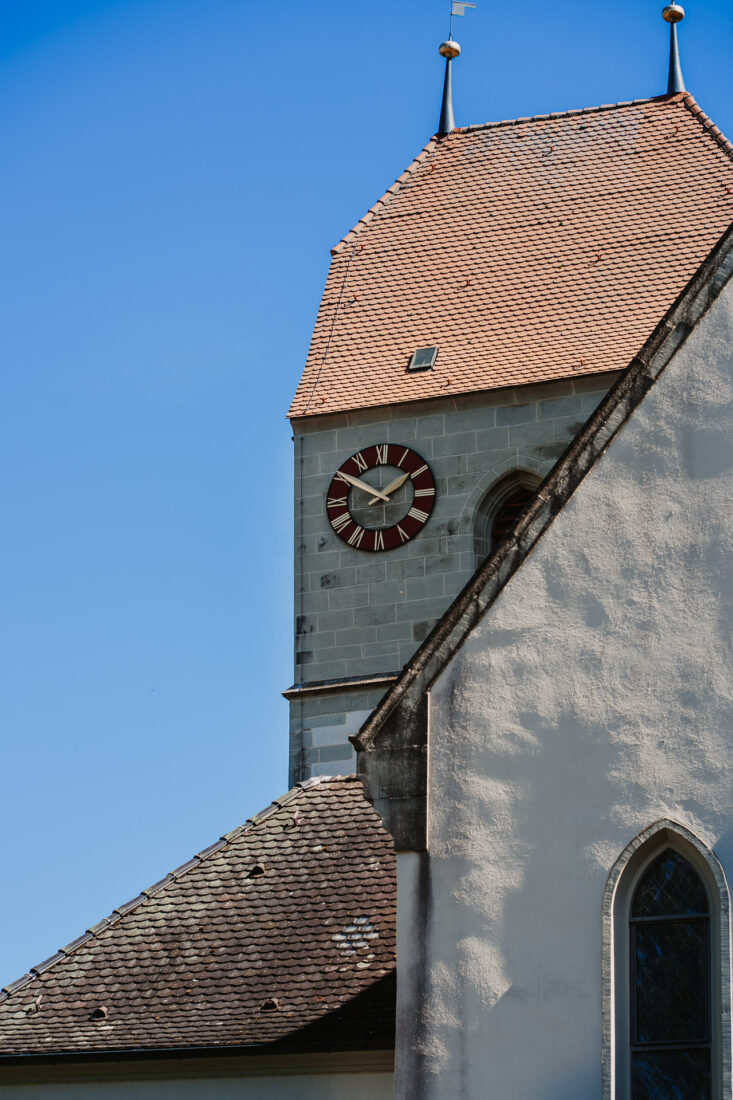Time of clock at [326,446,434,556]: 1:50
